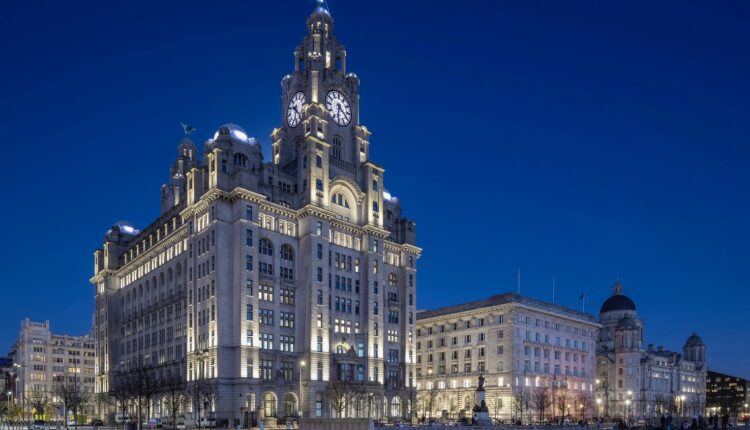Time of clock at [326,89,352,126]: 6:21
